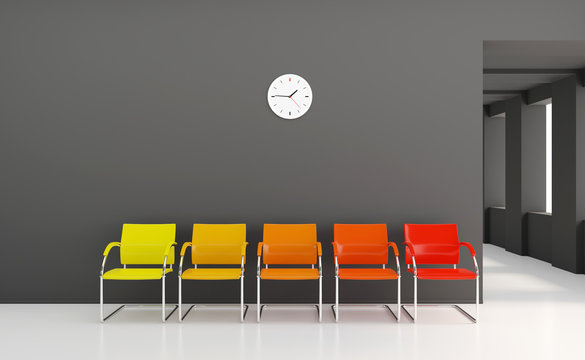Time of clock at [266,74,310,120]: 1:45
